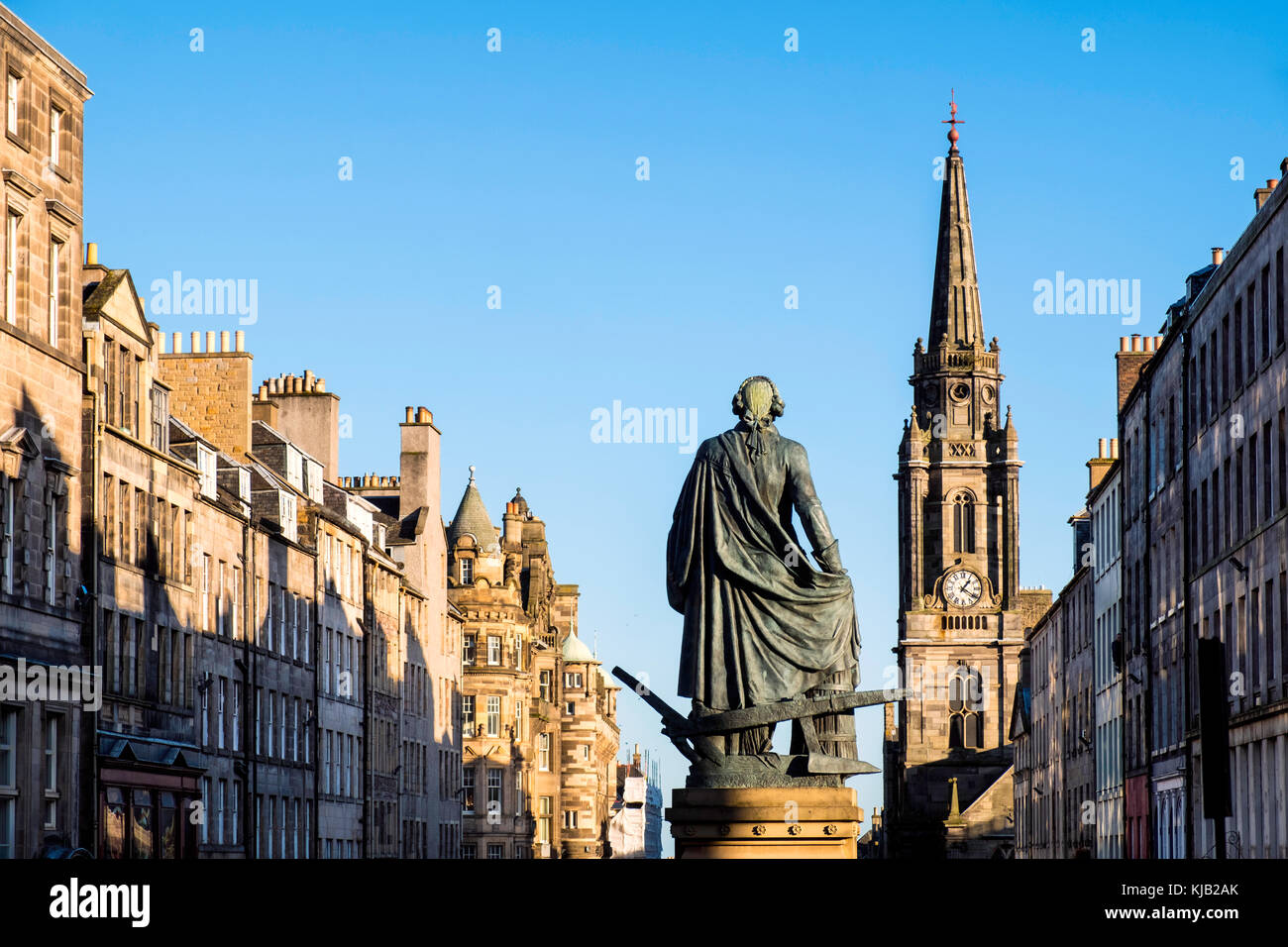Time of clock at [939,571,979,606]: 1:20
